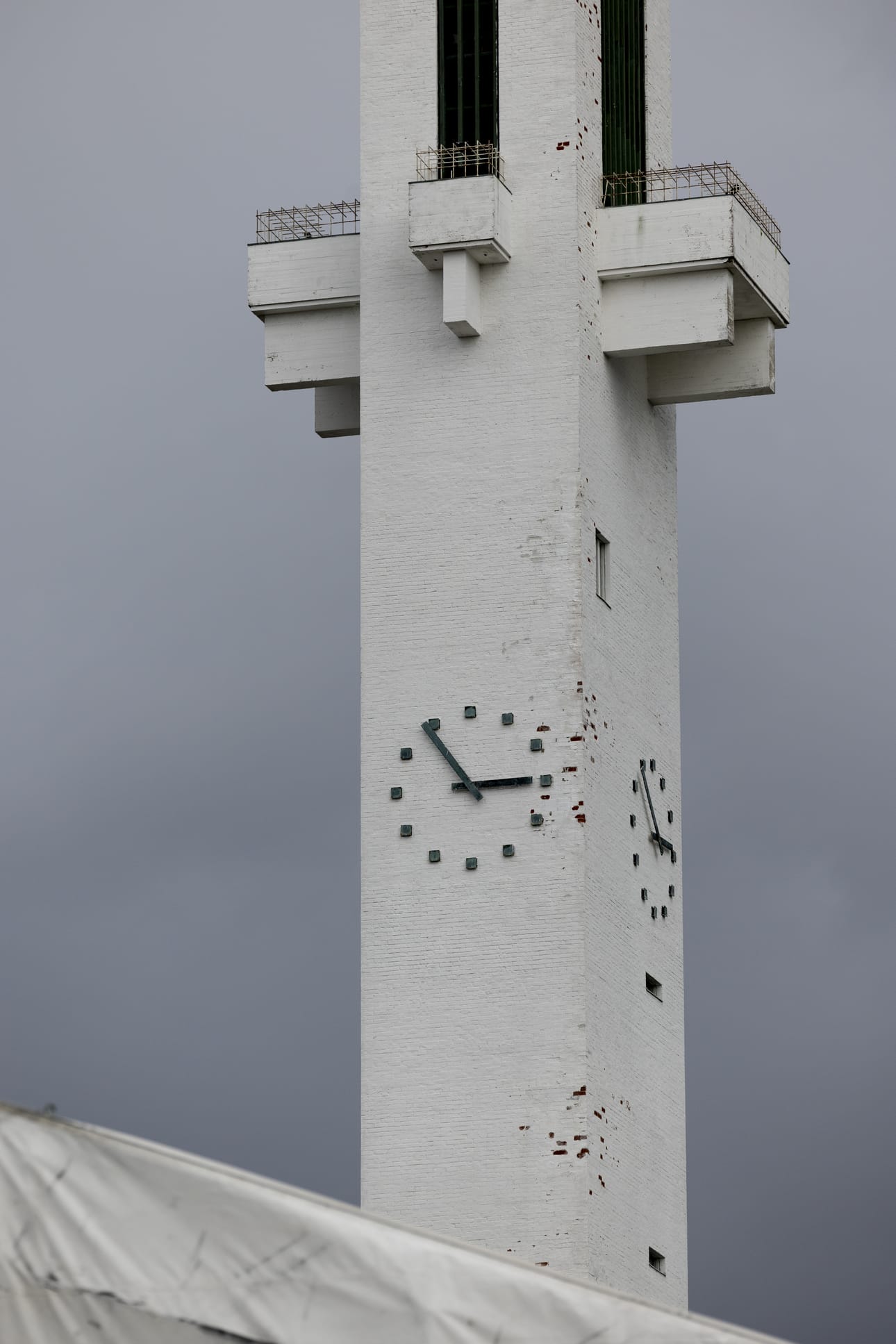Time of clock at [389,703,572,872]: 2:53
